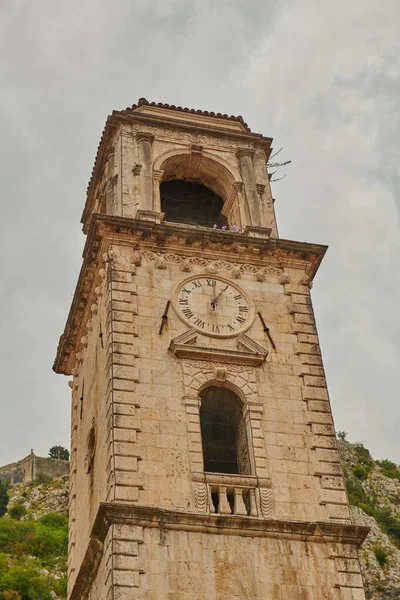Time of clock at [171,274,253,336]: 1:01
